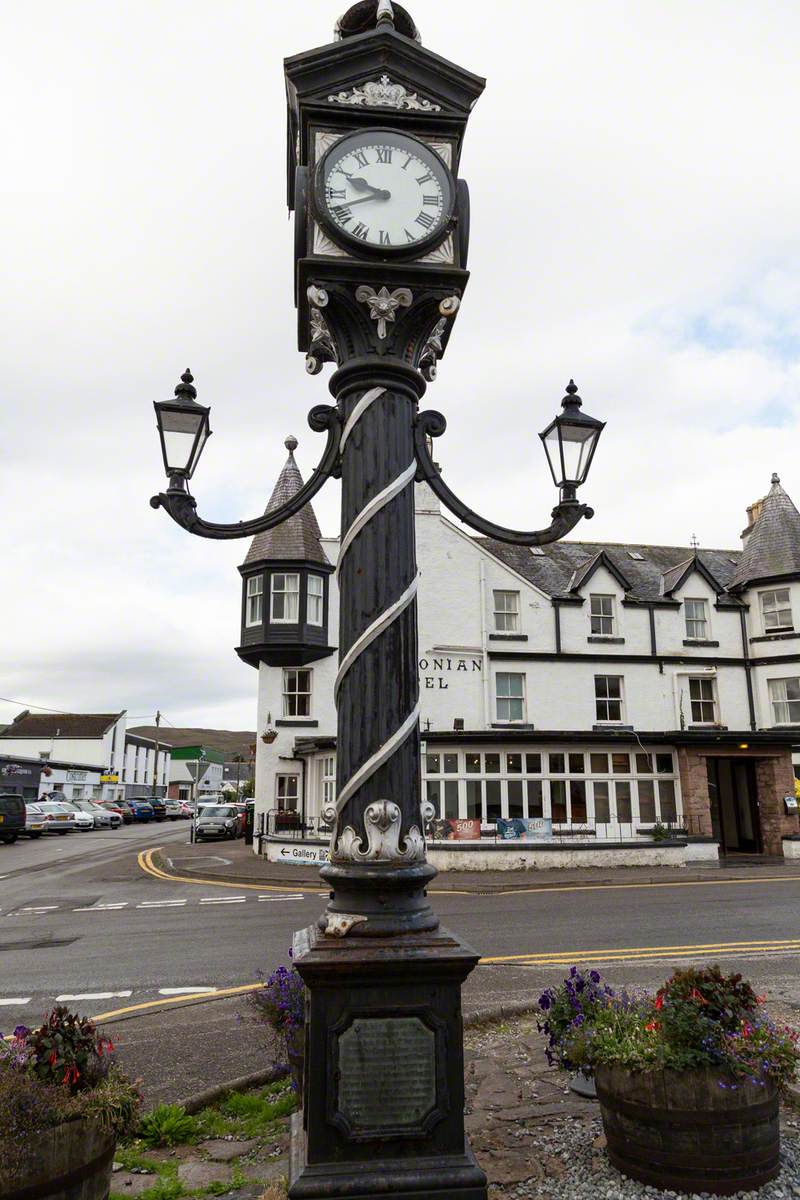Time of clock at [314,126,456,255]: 9:41
